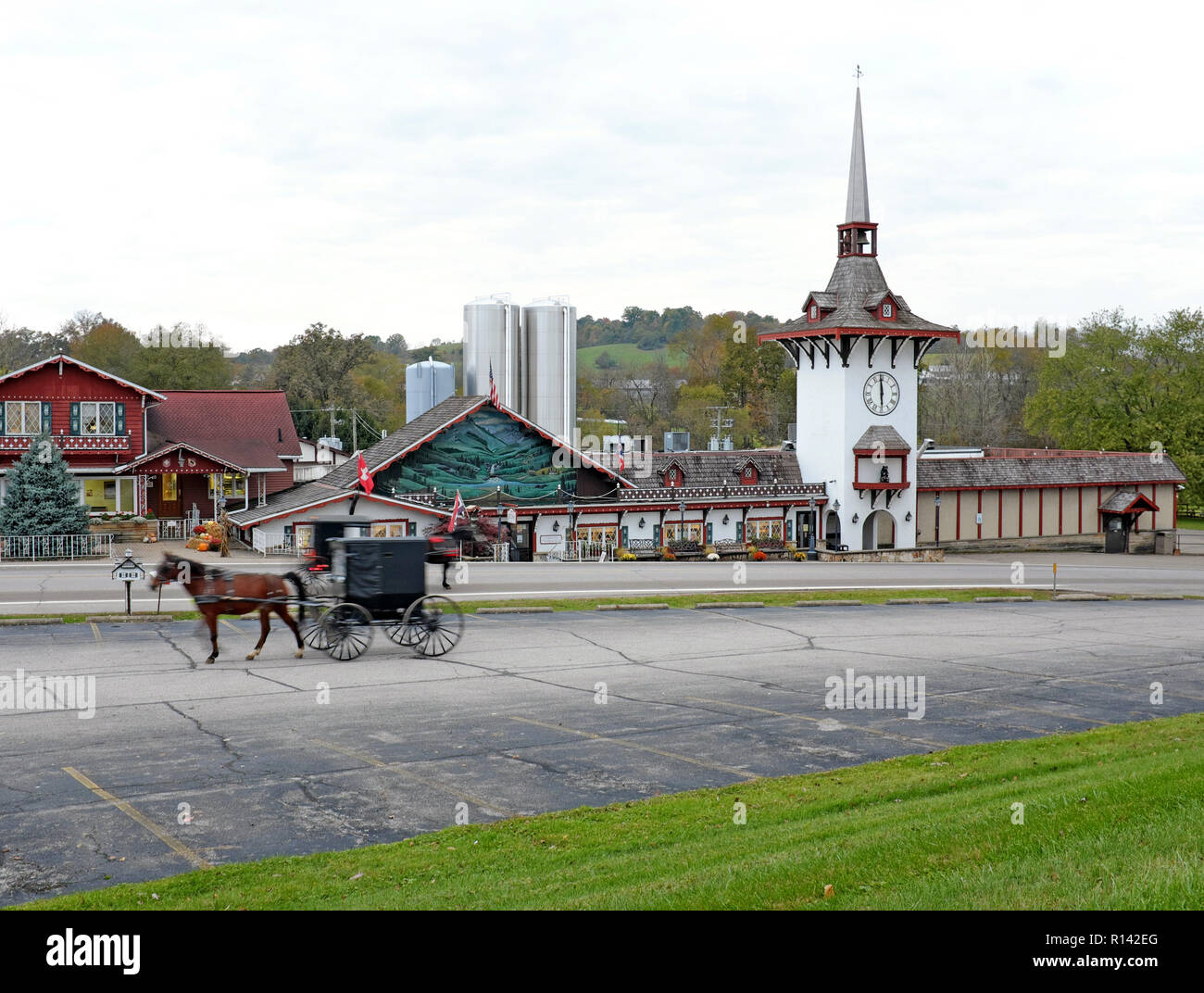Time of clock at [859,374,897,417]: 5:59
